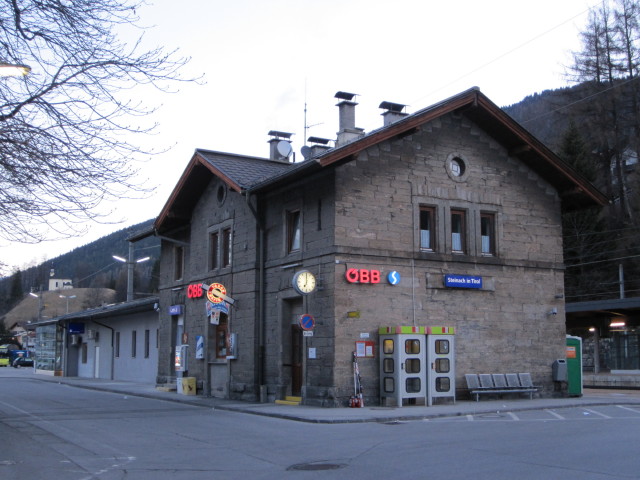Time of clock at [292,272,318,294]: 7:00
